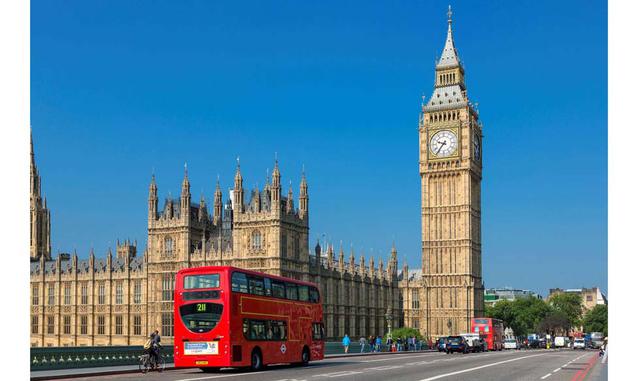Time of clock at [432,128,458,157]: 9:36
